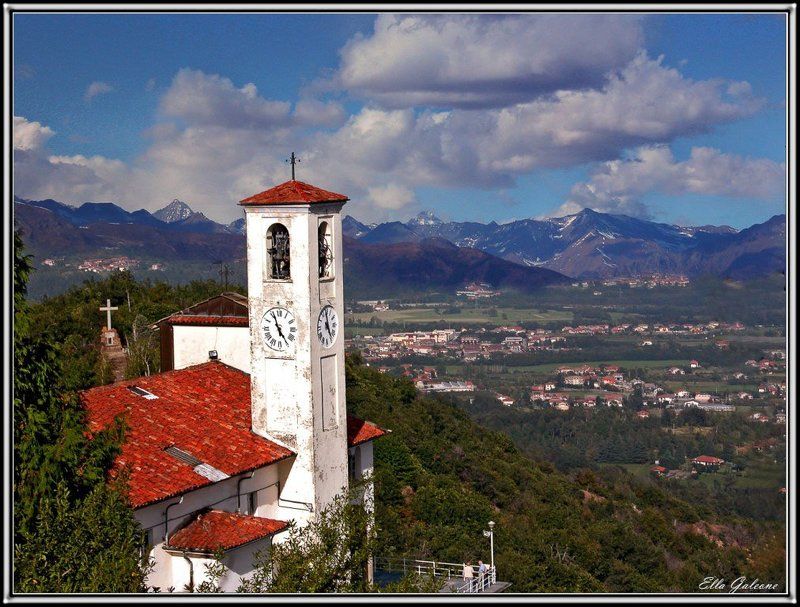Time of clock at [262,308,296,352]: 4:56
